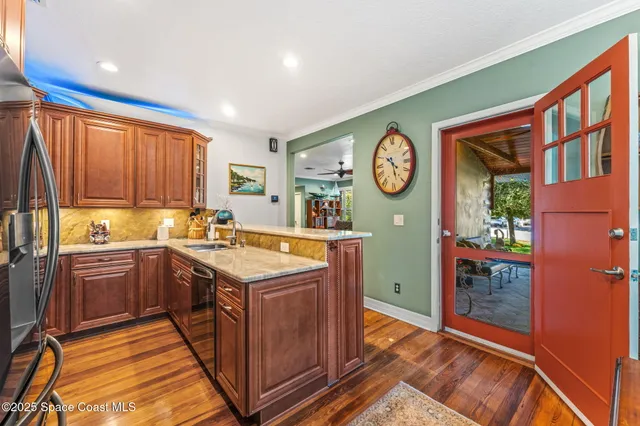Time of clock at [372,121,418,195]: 10:28
